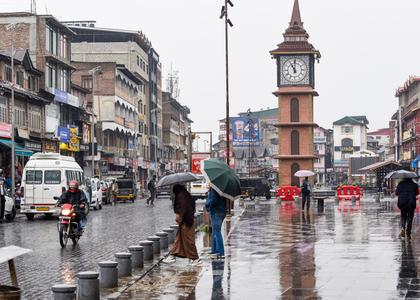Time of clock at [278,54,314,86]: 11:00
